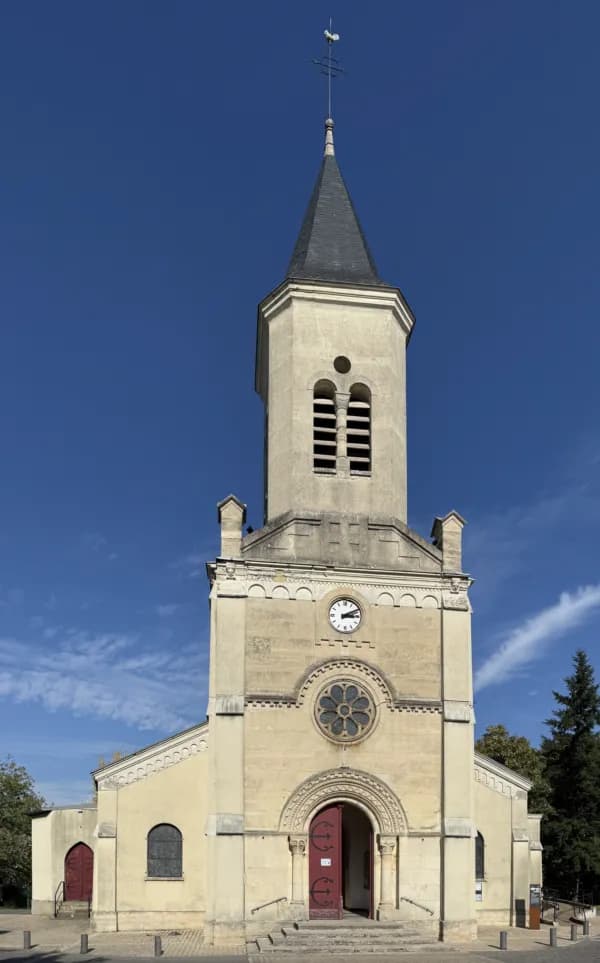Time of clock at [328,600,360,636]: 3:10
